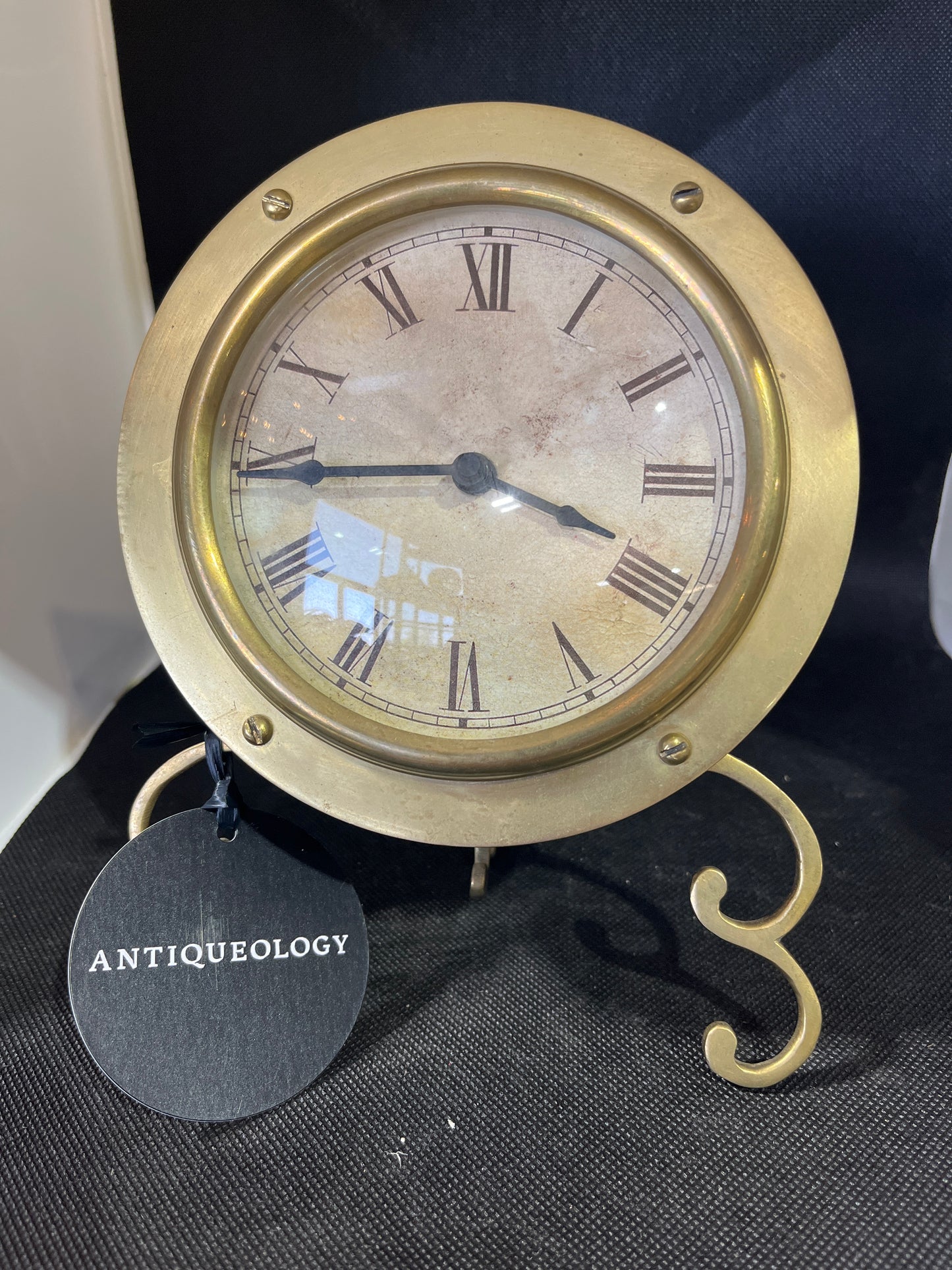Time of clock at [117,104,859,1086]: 3:44
